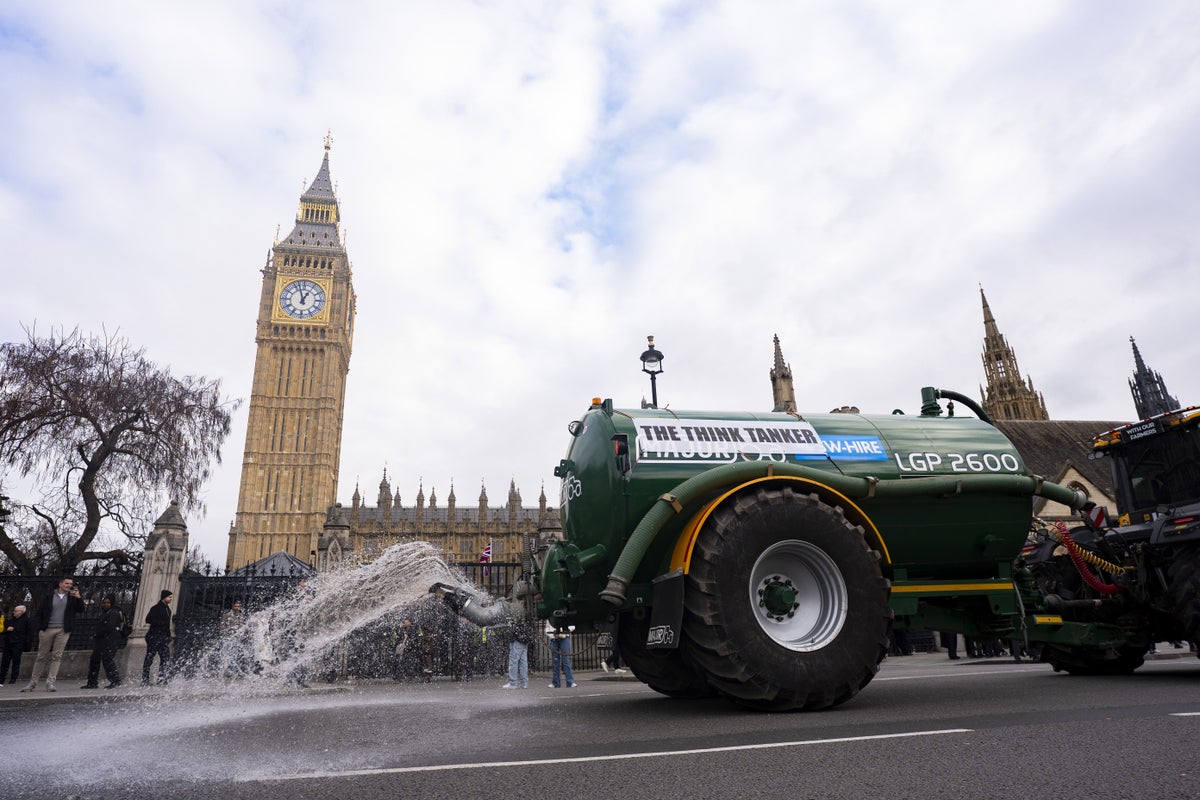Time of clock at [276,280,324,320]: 12:57
